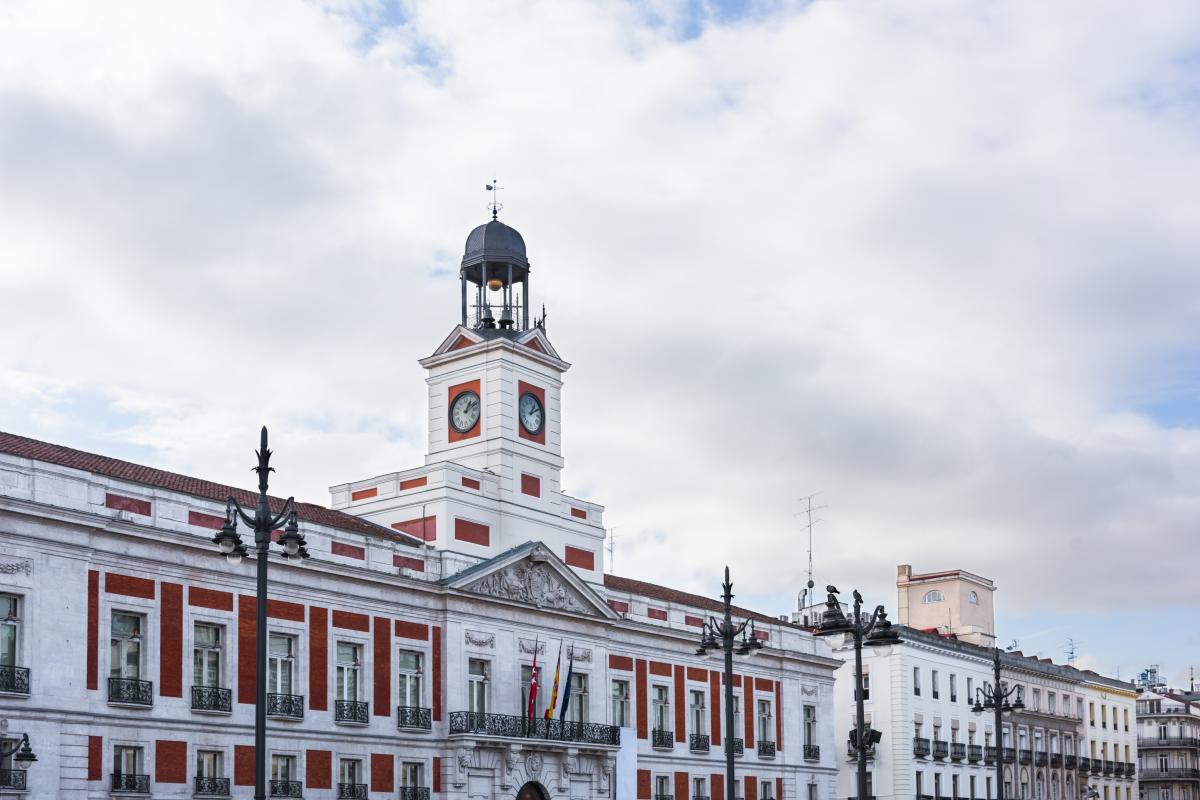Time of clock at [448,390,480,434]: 1:11
